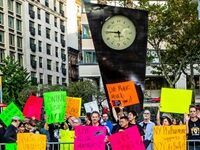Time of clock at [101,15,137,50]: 5:45
